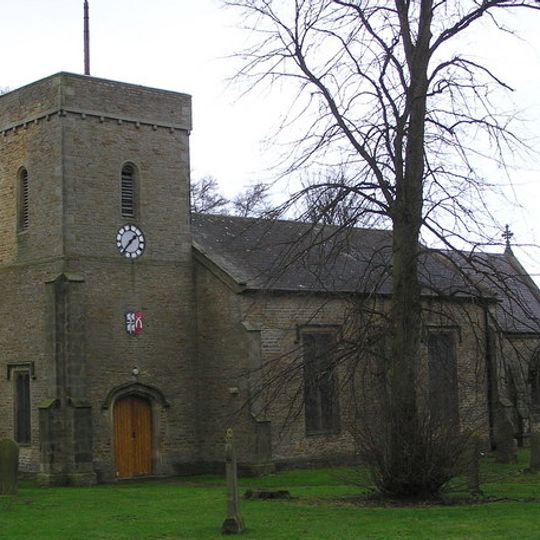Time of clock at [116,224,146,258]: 1:36
